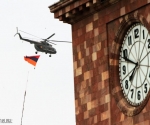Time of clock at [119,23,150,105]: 7:48
